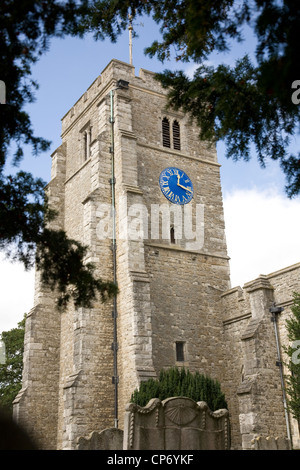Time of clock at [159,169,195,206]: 12:17
